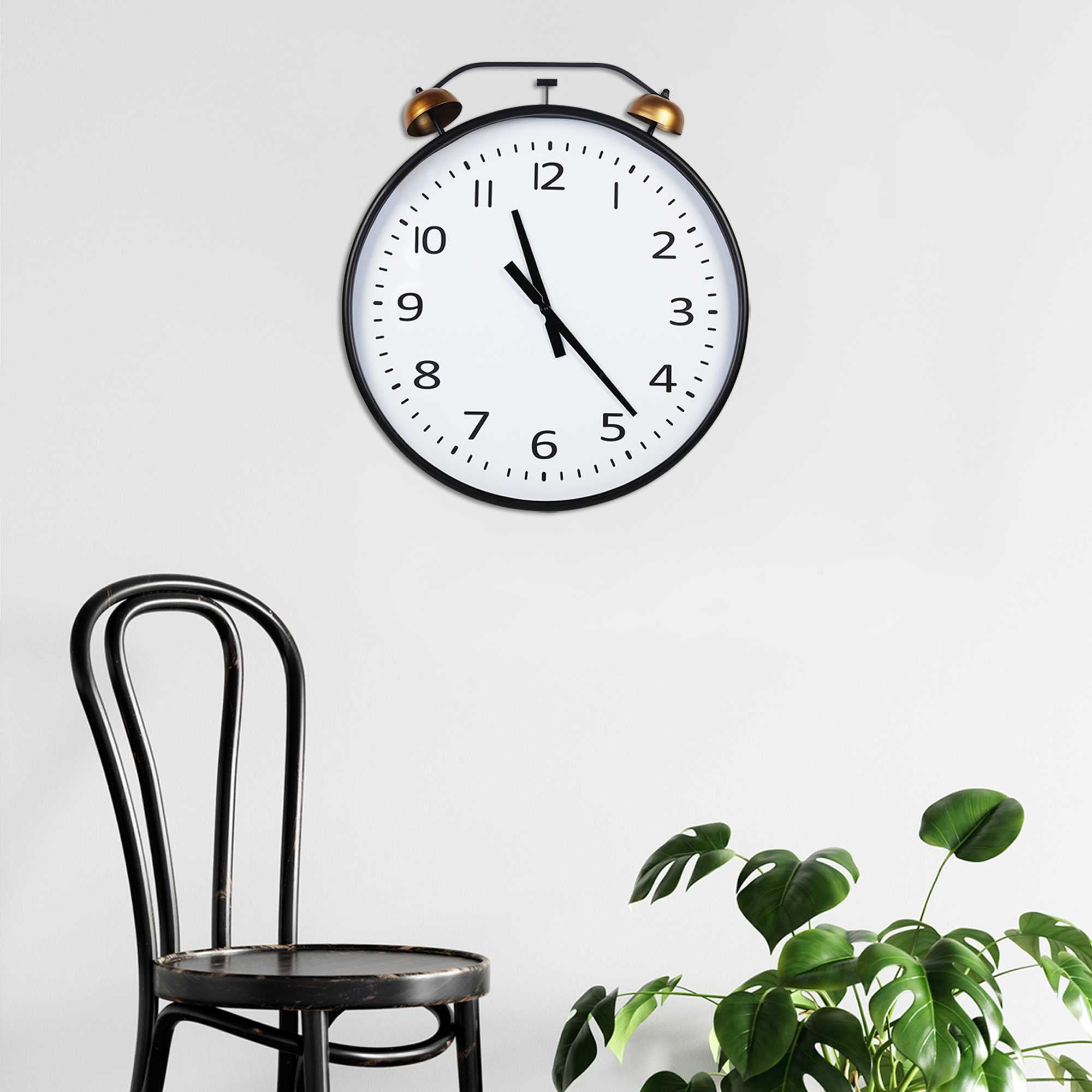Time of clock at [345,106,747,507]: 11:23
